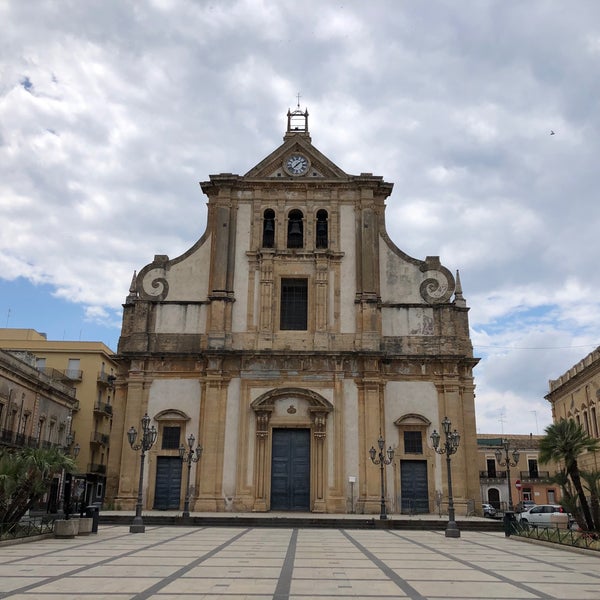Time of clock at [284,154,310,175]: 1:37
